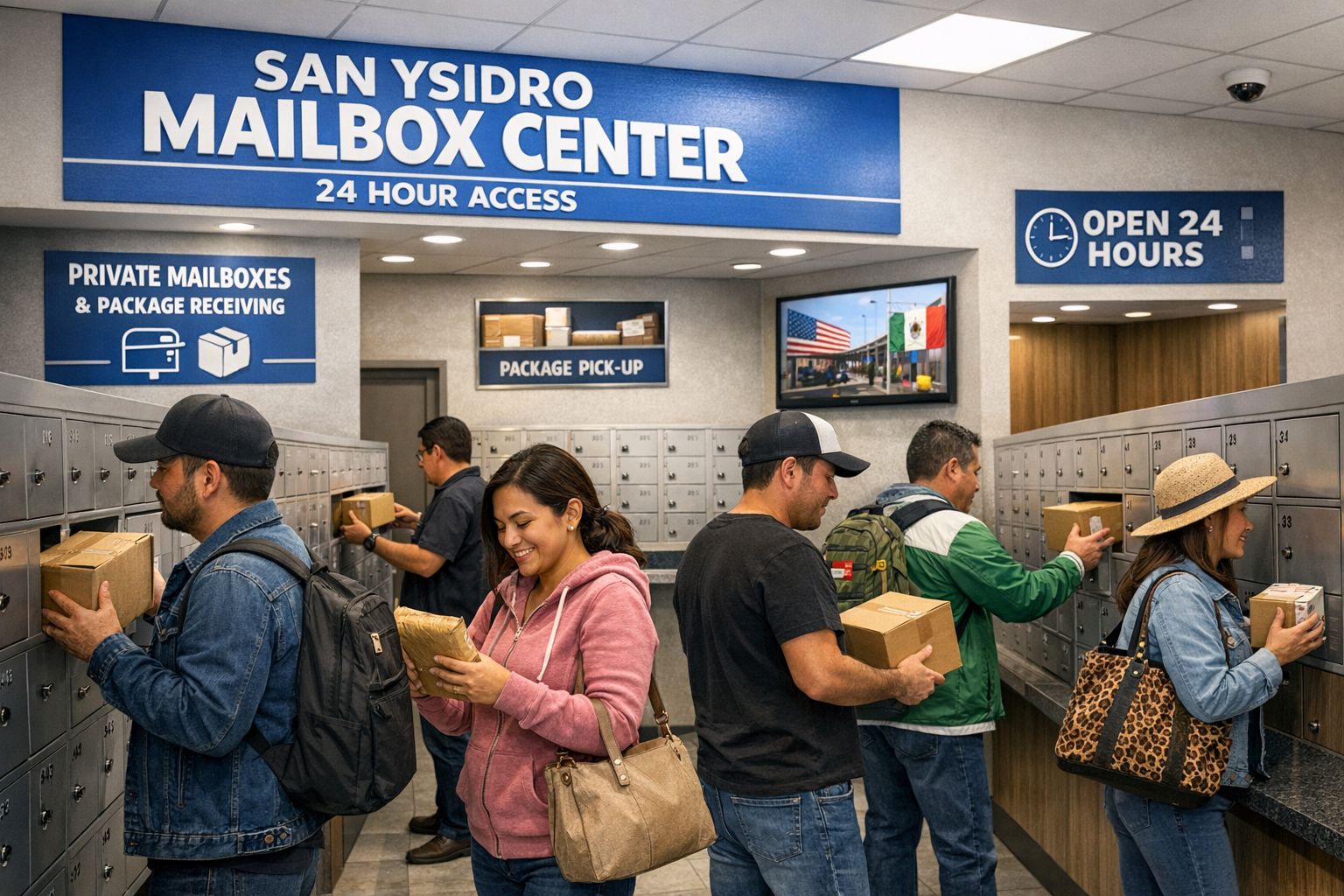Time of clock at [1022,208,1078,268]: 12:13
